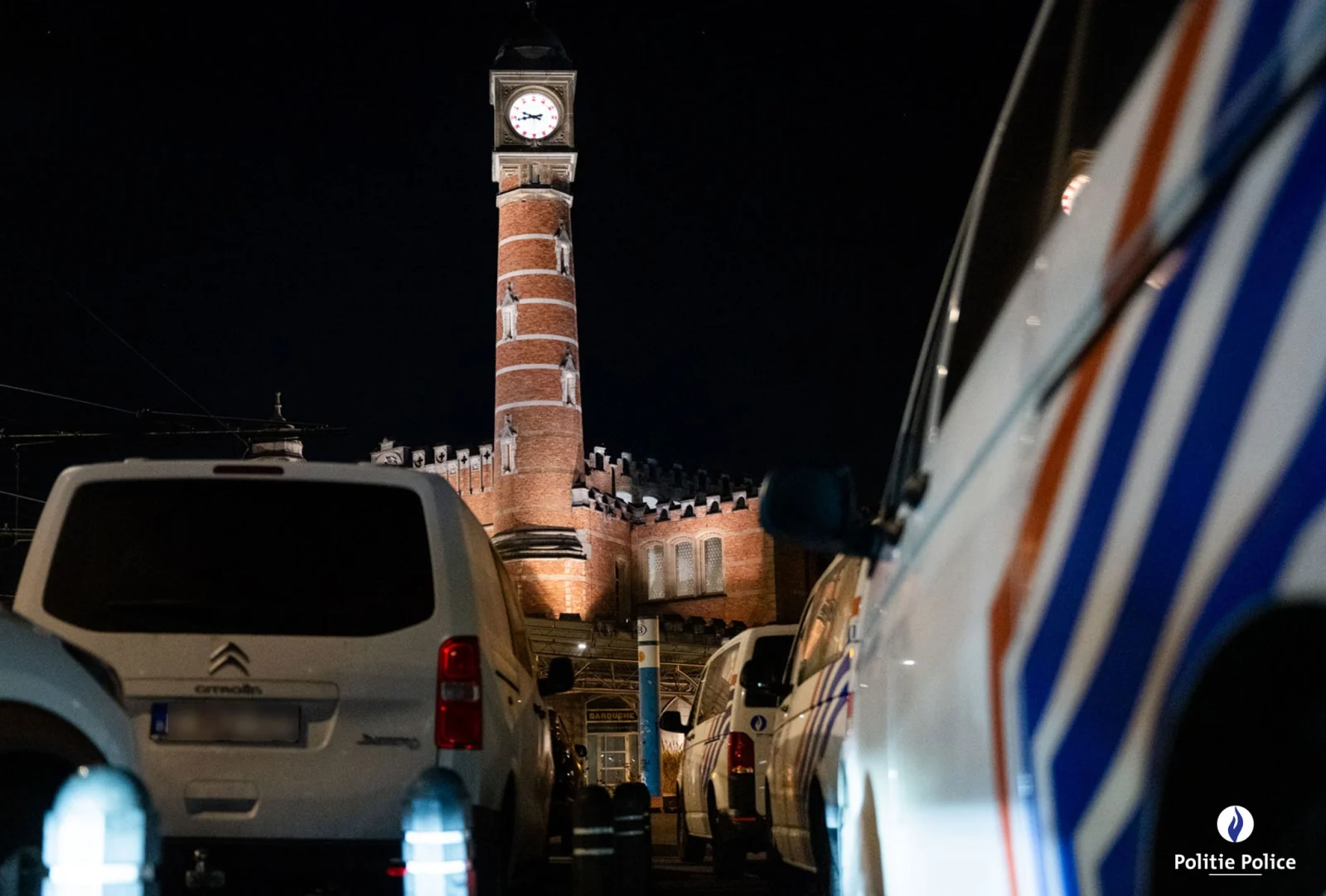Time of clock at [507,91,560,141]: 9:43
